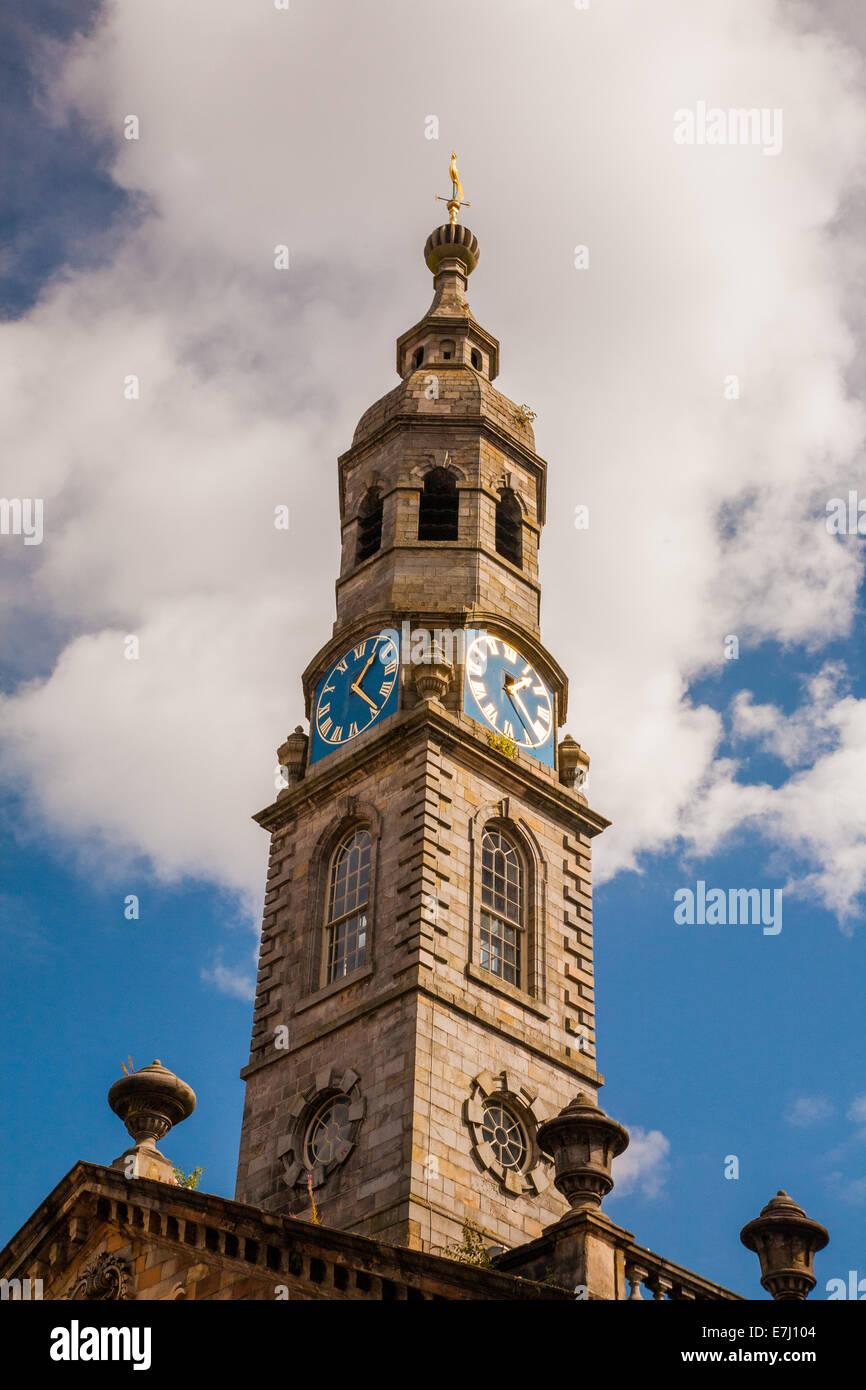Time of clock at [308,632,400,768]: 1:24
